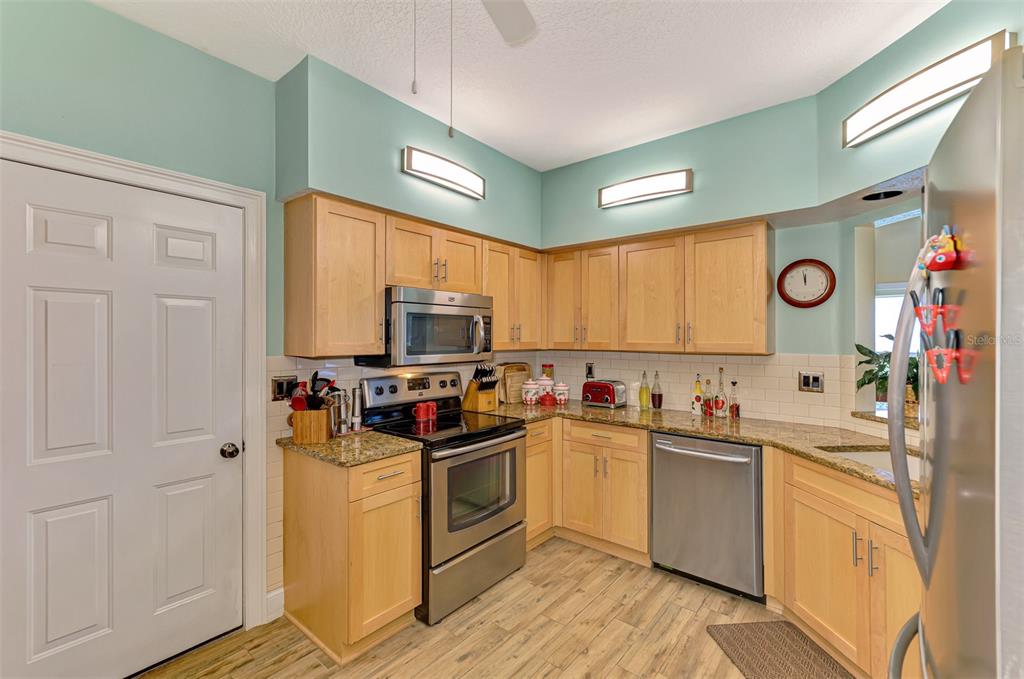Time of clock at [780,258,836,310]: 11:57
